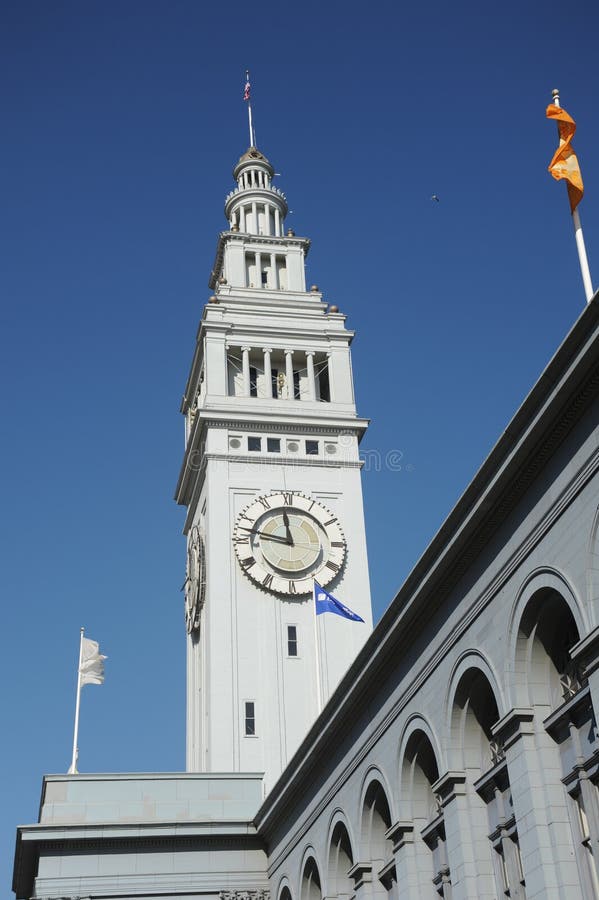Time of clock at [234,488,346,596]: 11:47
